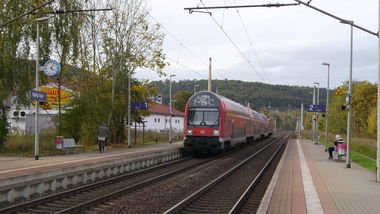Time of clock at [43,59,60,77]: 4:04
